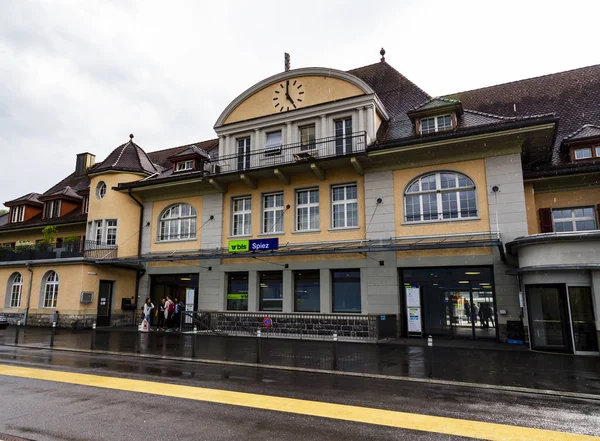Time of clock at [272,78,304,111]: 4:59
